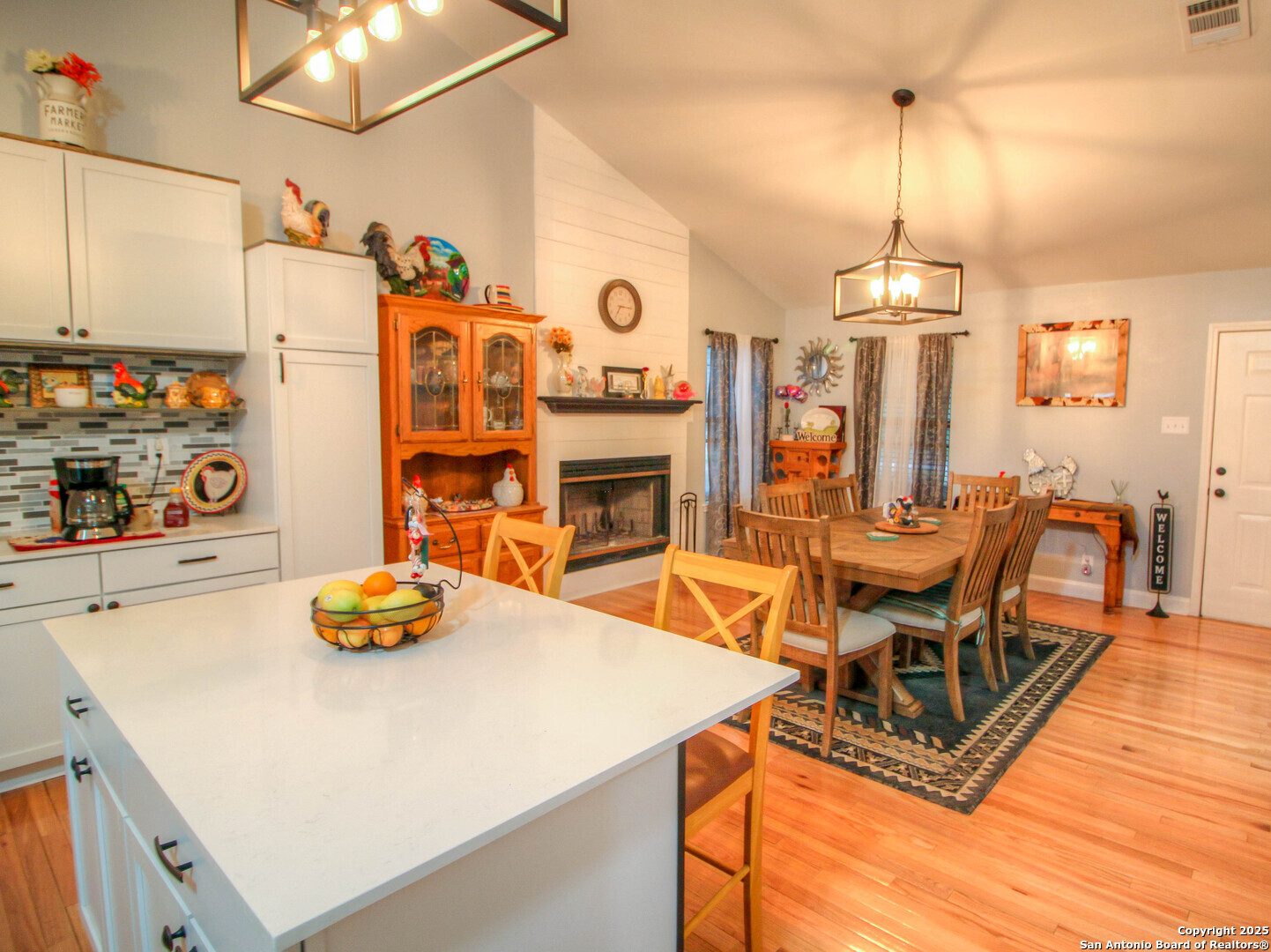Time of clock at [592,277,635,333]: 7:15
